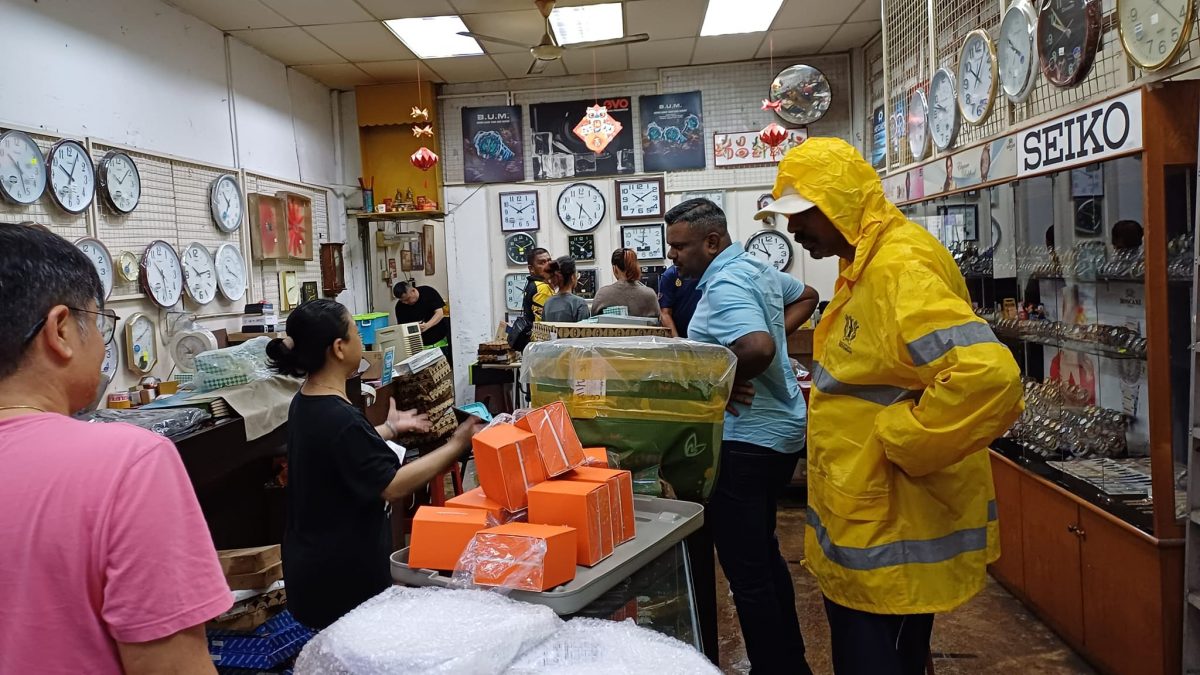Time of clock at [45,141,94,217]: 10:04
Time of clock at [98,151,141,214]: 10:07
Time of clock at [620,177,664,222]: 10:09
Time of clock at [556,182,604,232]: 6:23
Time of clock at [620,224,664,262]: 10:01
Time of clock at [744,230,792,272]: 9:55
